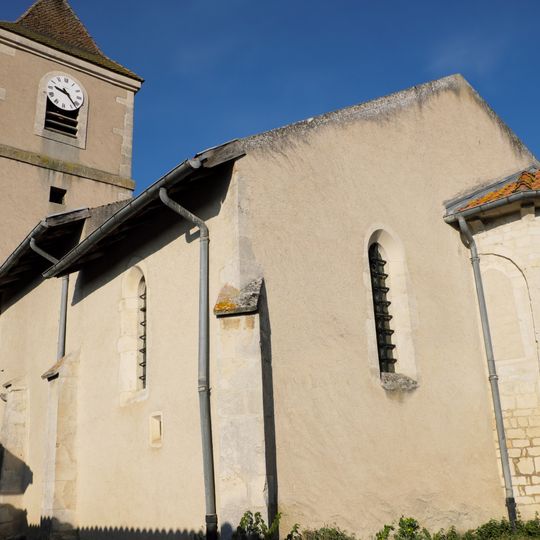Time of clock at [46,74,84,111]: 9:22
